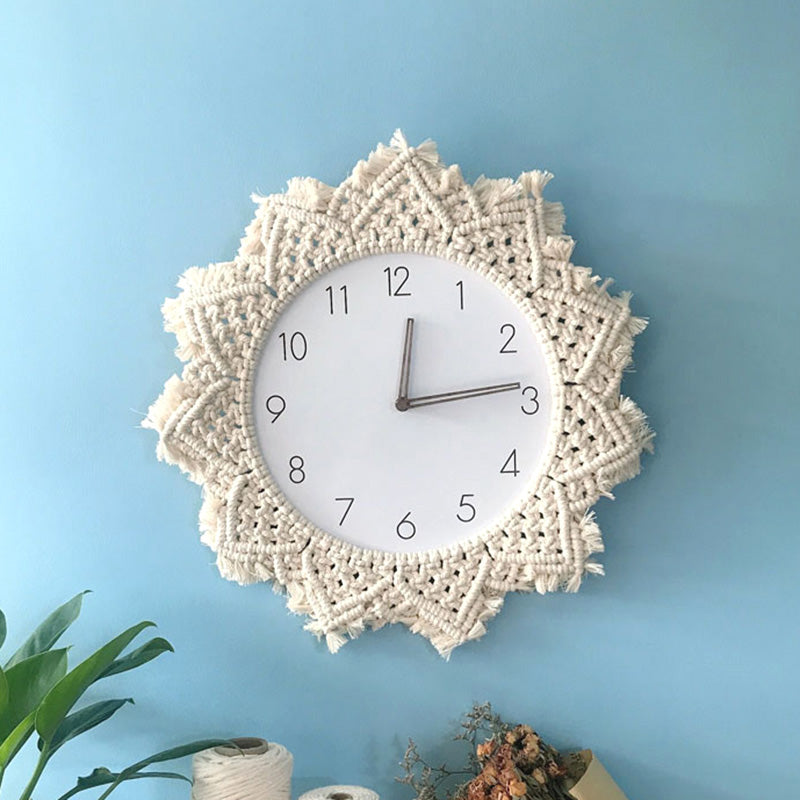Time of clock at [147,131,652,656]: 12:14
